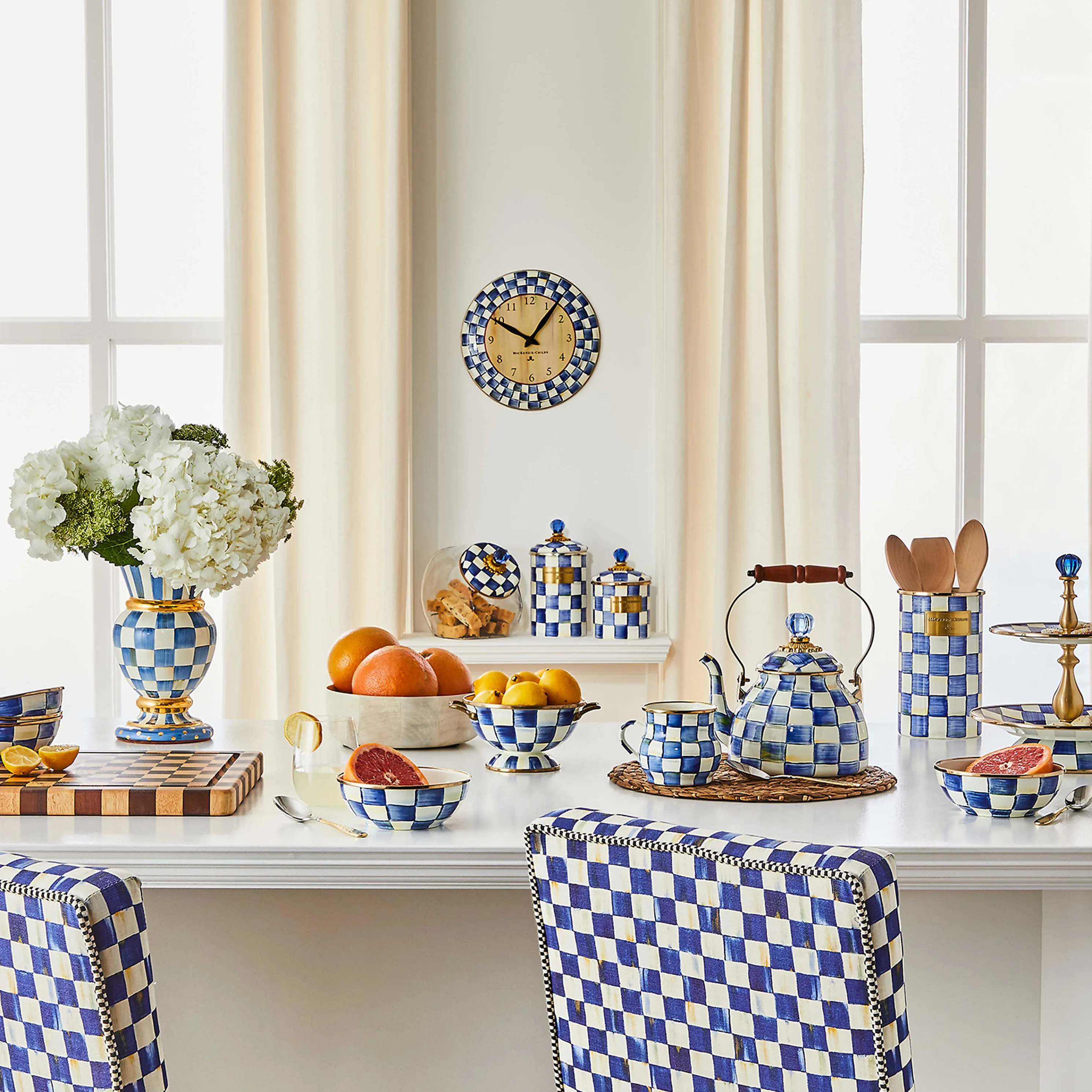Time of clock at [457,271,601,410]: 10:06
